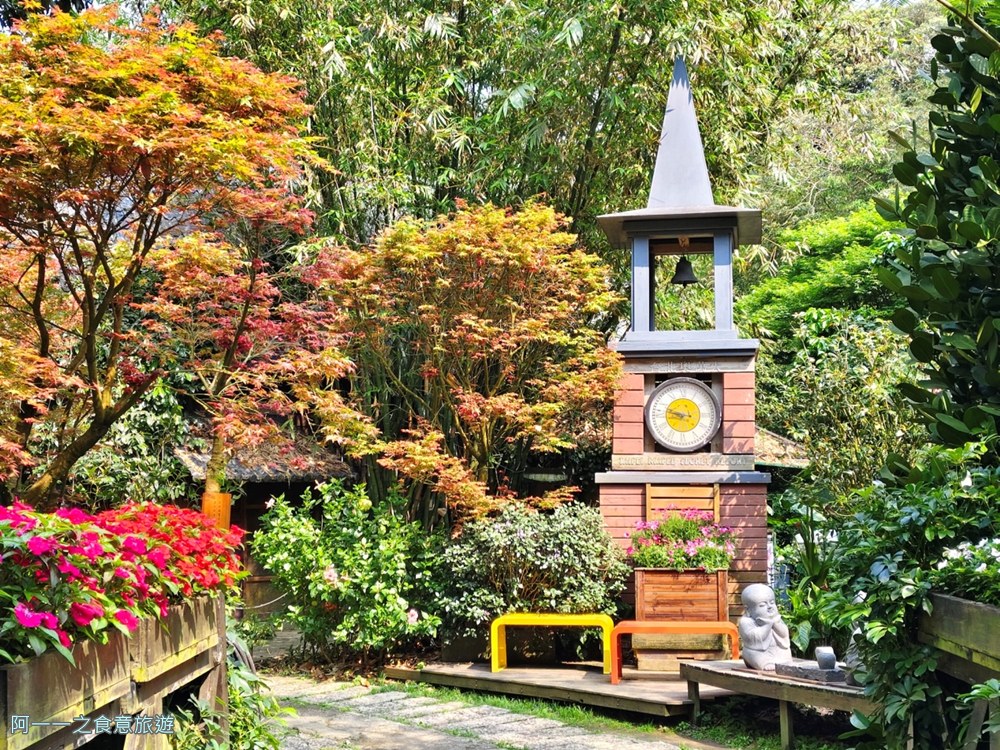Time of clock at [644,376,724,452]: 8:47
